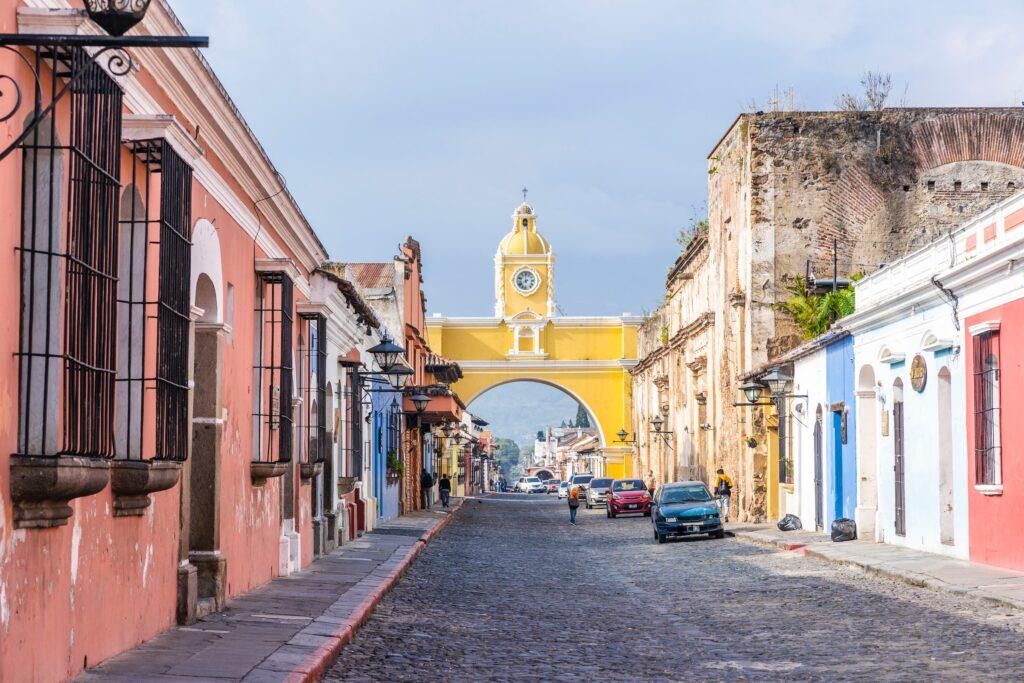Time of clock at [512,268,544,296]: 7:59
